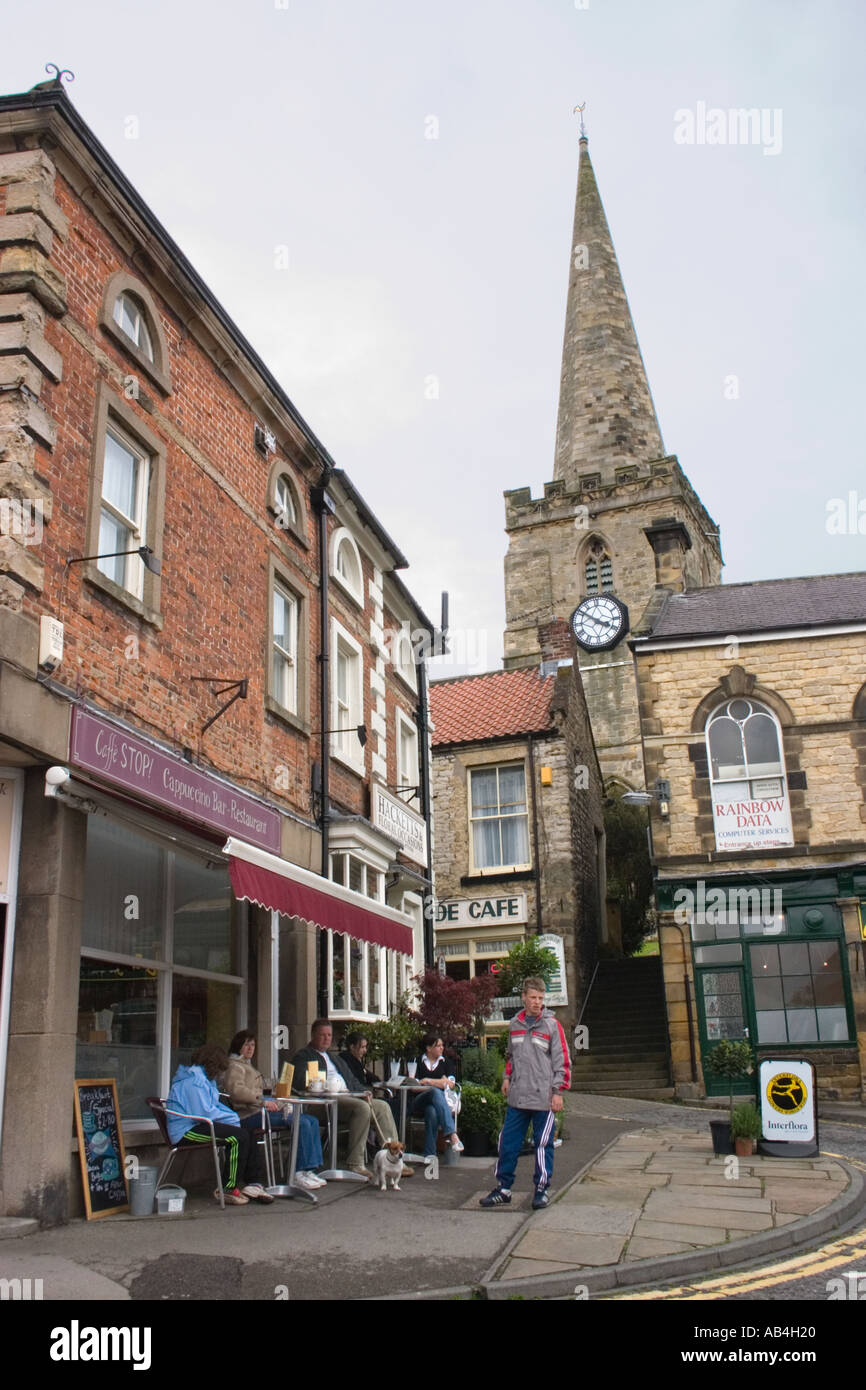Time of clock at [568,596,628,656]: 3:51
